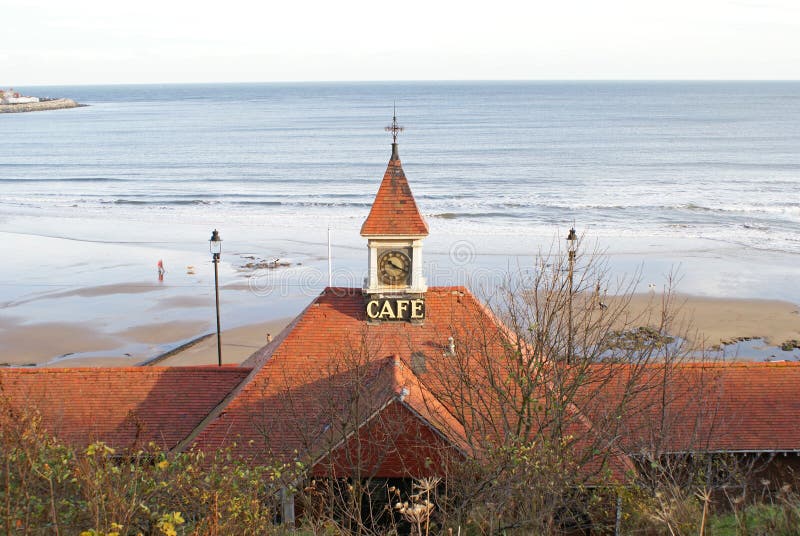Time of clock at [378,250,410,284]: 10:18
